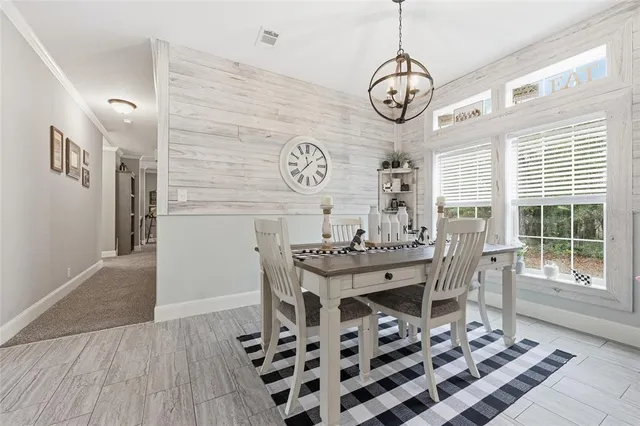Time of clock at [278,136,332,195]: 11:37
